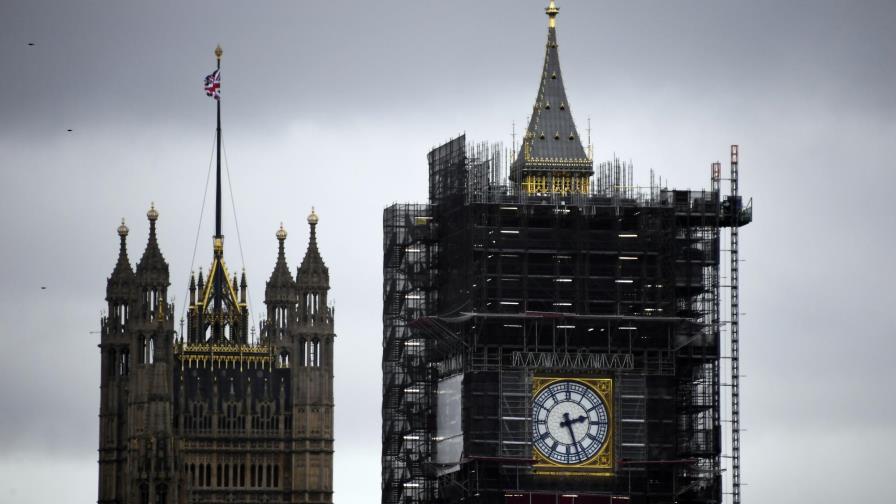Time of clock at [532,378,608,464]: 2:26
